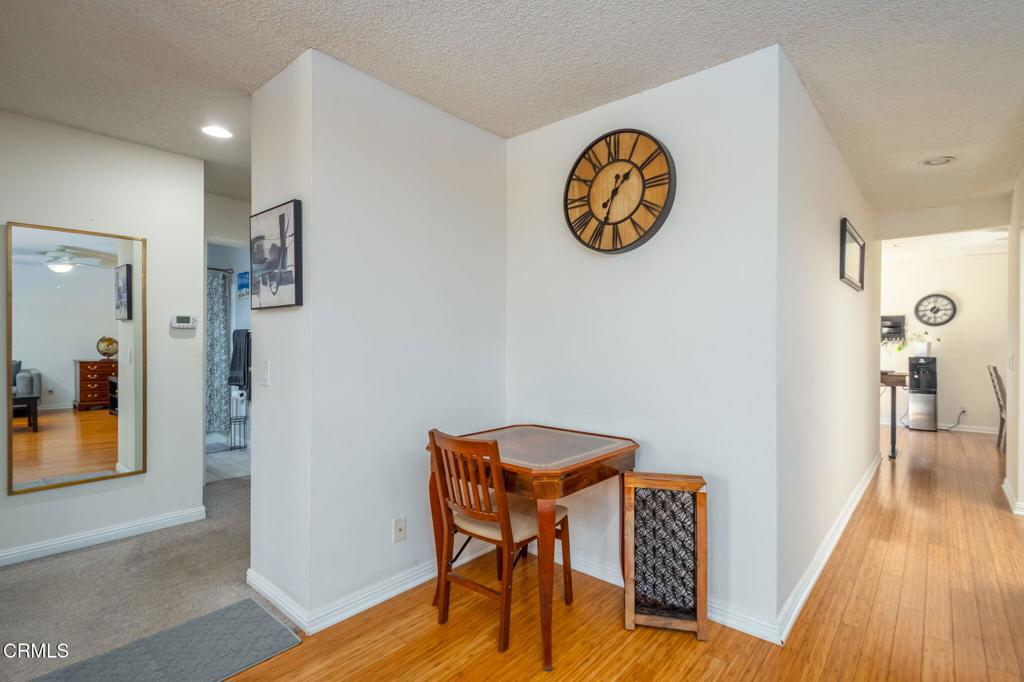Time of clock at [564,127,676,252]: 1:33
